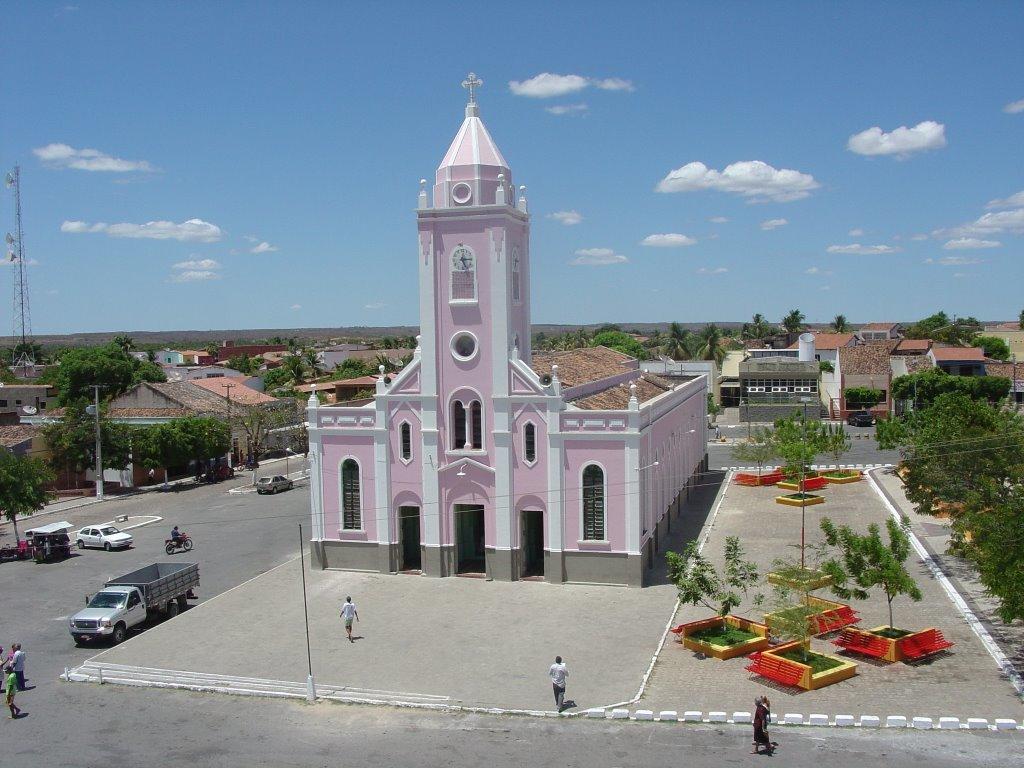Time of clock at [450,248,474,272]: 5:14
